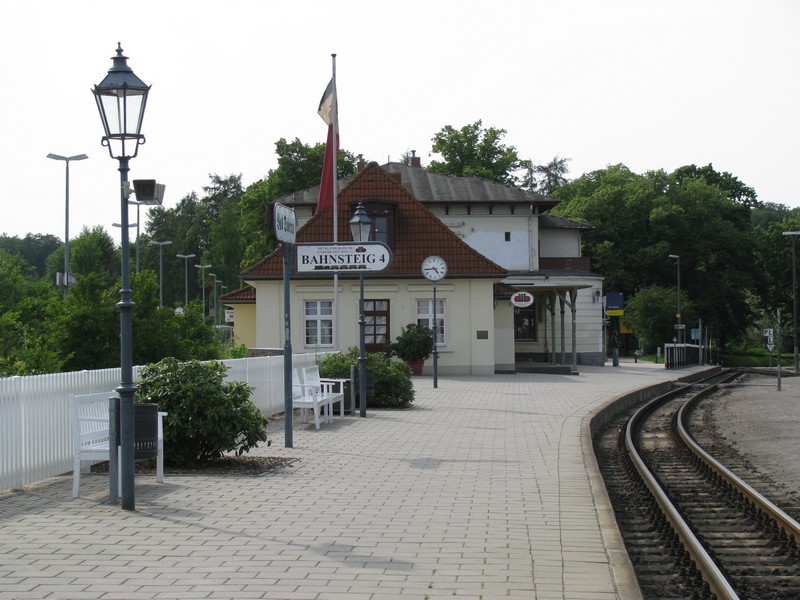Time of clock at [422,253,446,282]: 4:44
